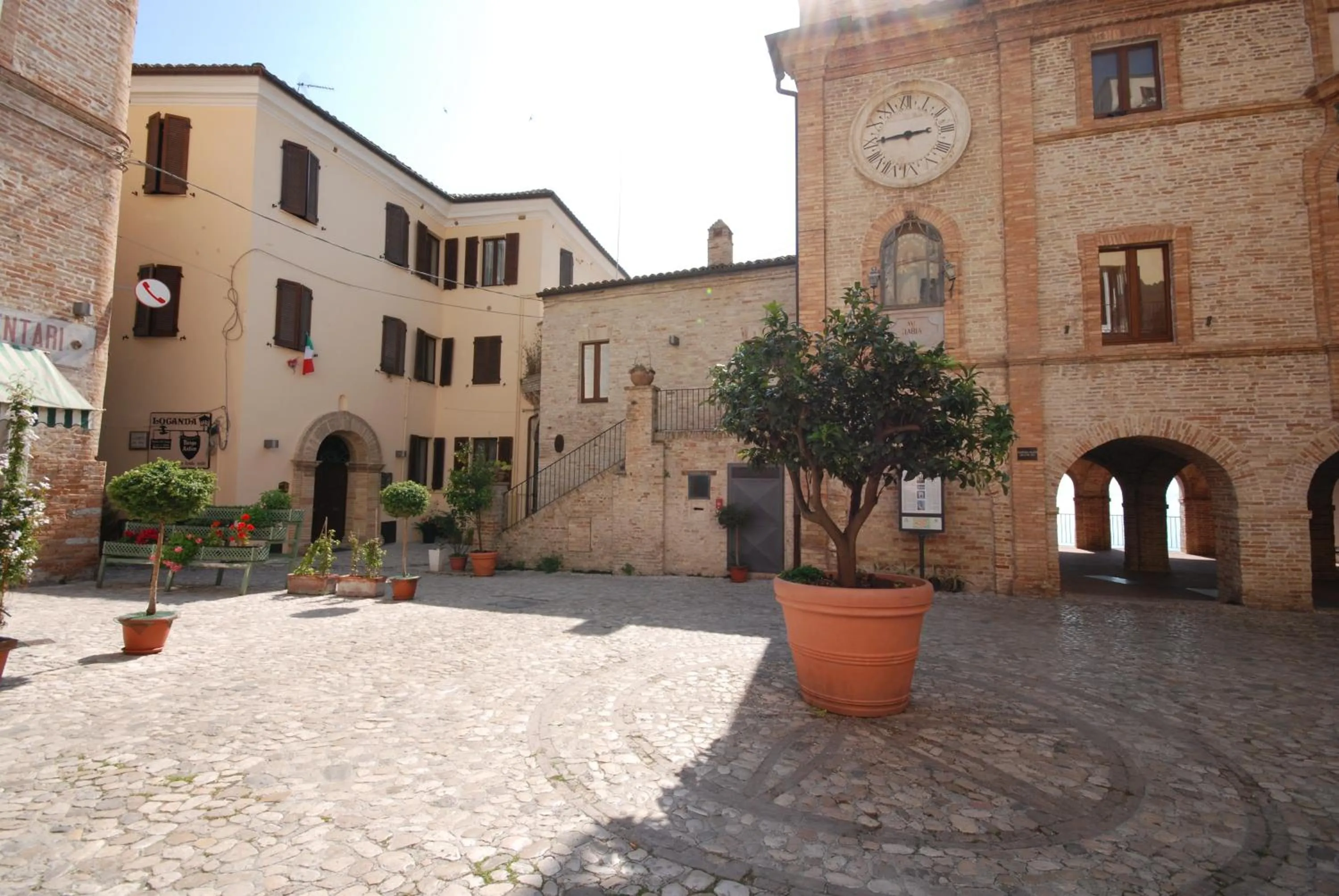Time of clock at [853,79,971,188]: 2:44
